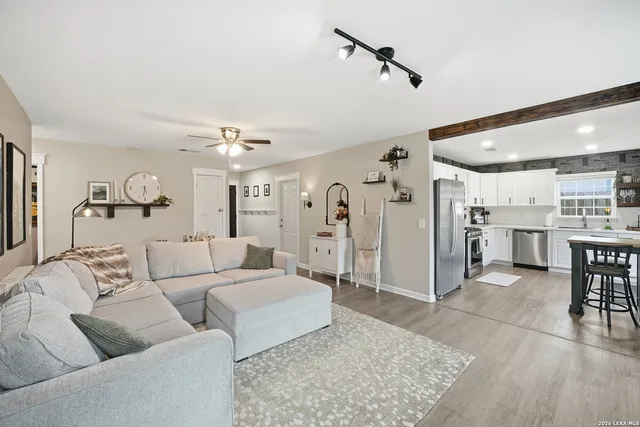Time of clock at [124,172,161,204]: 5:31
